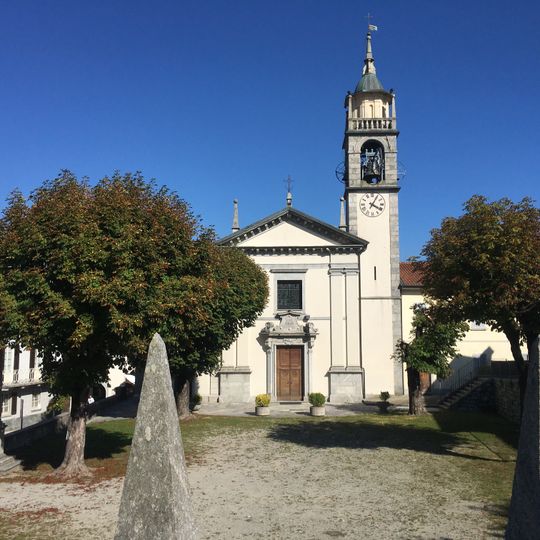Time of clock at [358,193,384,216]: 4:04
